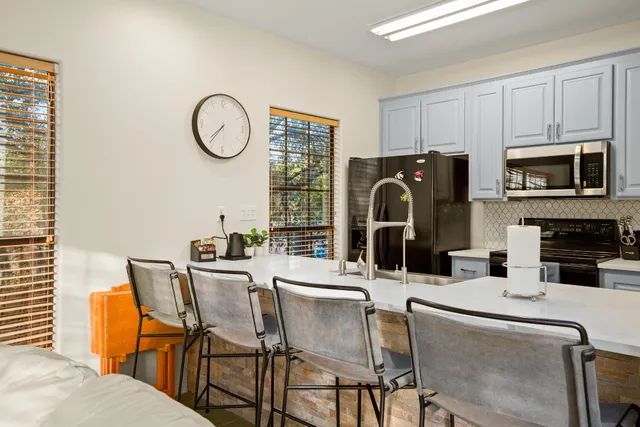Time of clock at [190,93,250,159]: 7:36
